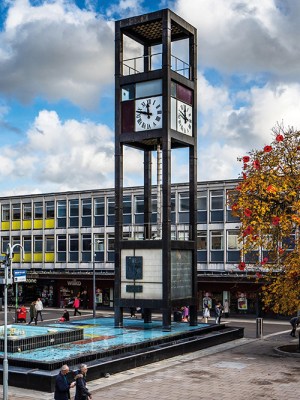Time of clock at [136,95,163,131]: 11:47
